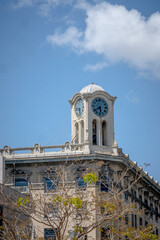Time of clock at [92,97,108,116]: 5:38
